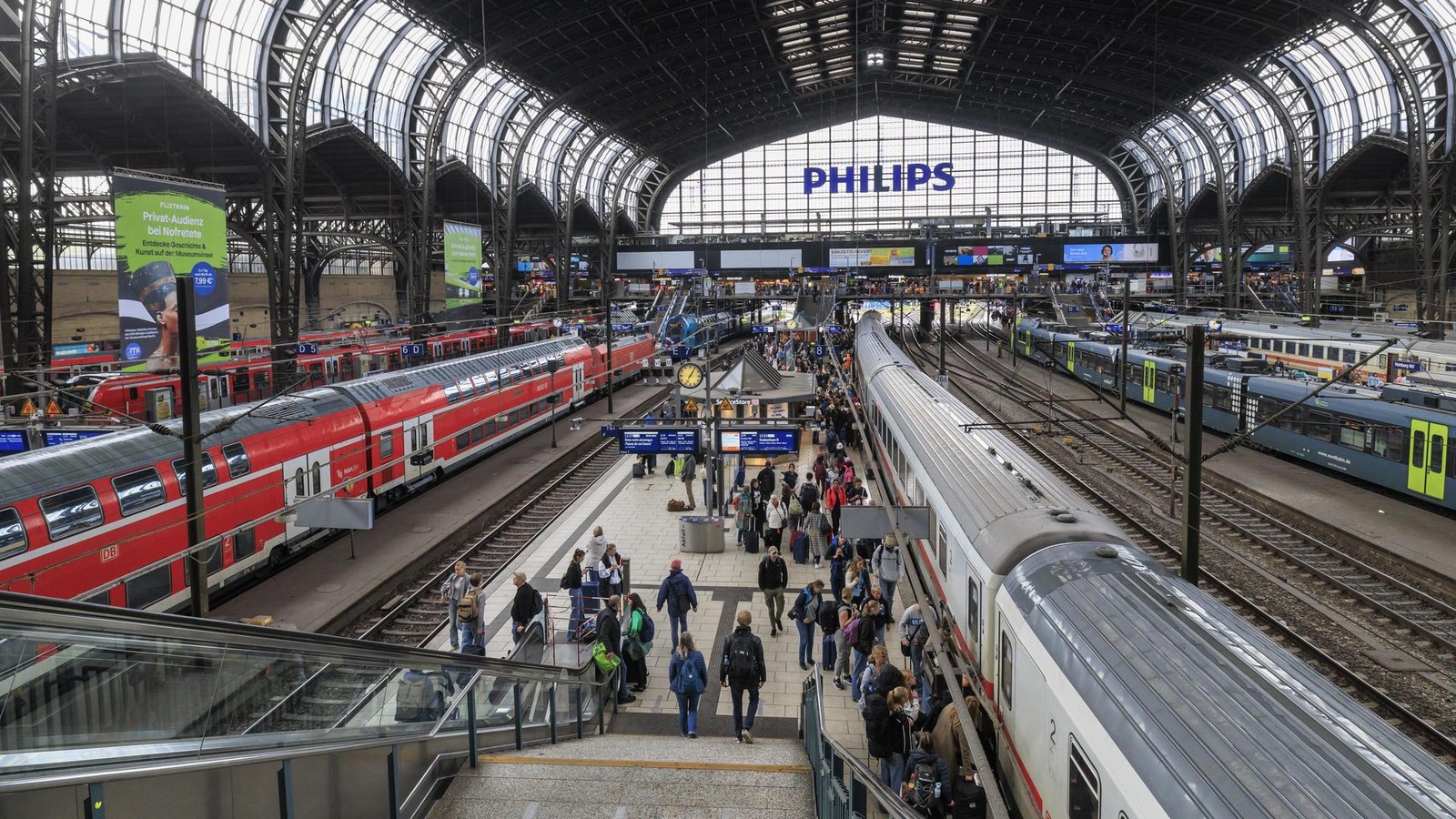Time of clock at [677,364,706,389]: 7:05
